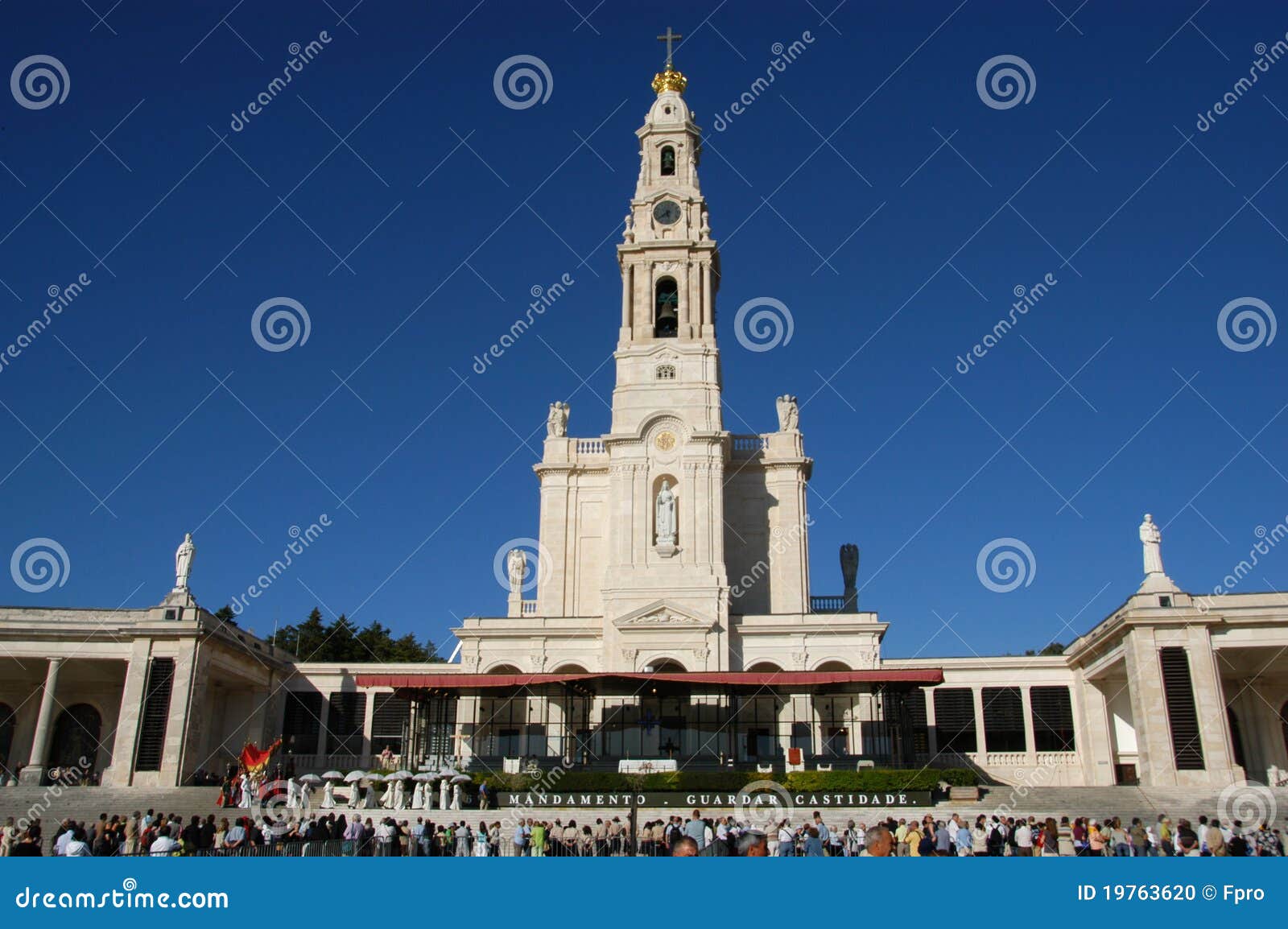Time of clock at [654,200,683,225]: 5:38
